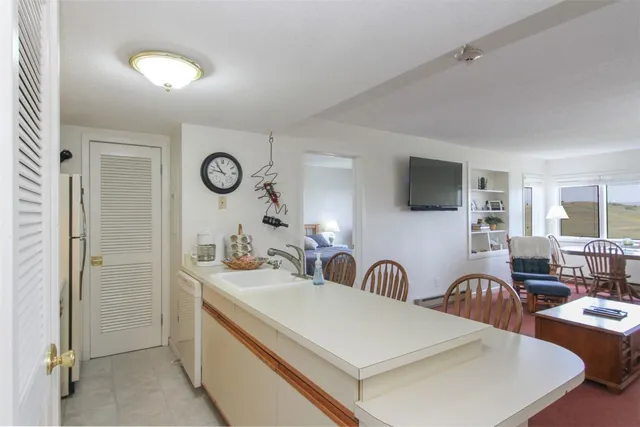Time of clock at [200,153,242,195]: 10:47
